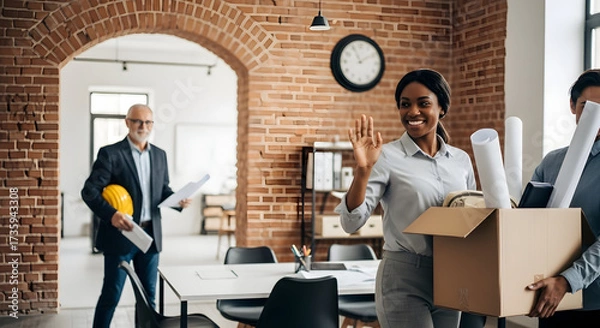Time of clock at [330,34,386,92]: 11:10
